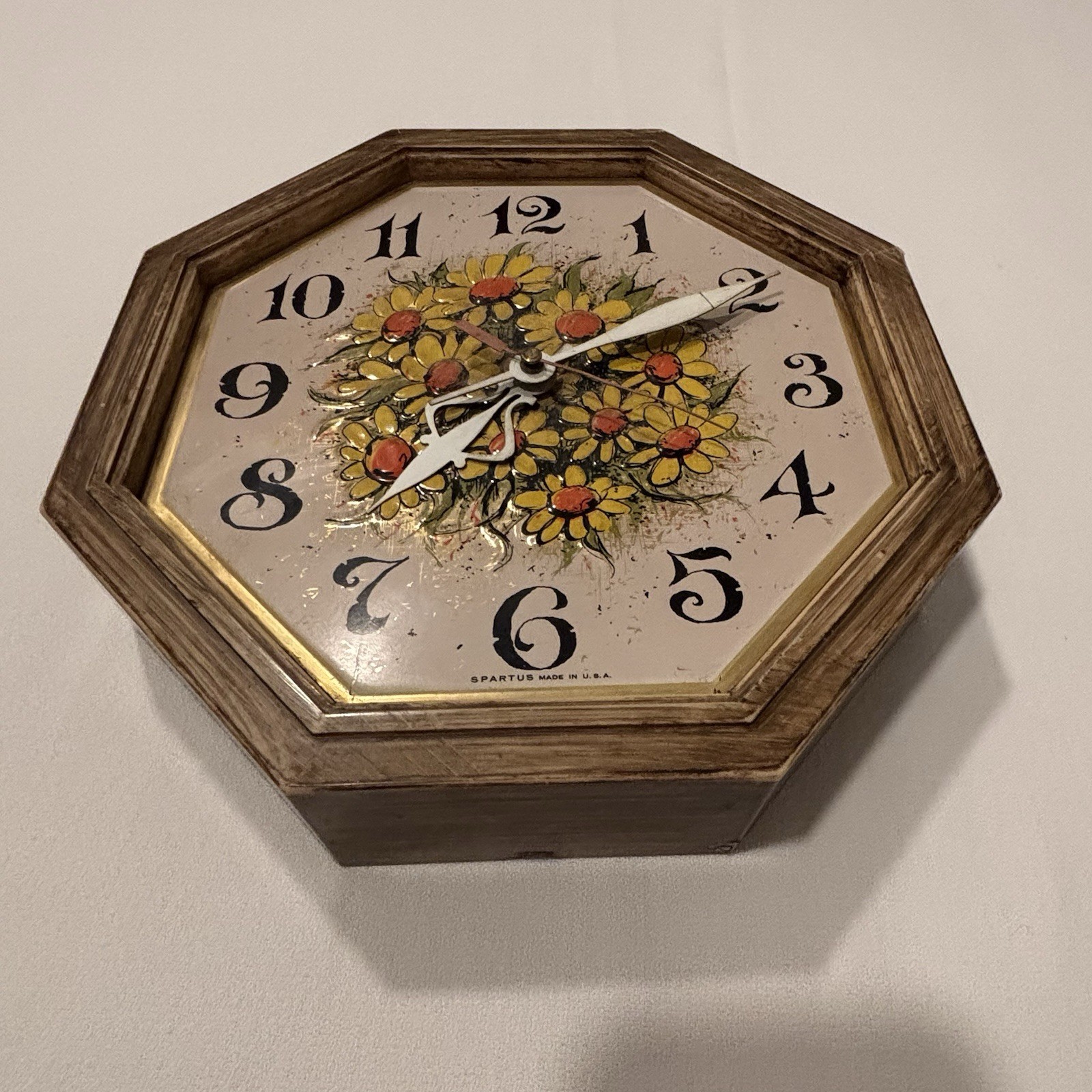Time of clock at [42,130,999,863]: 7:10
